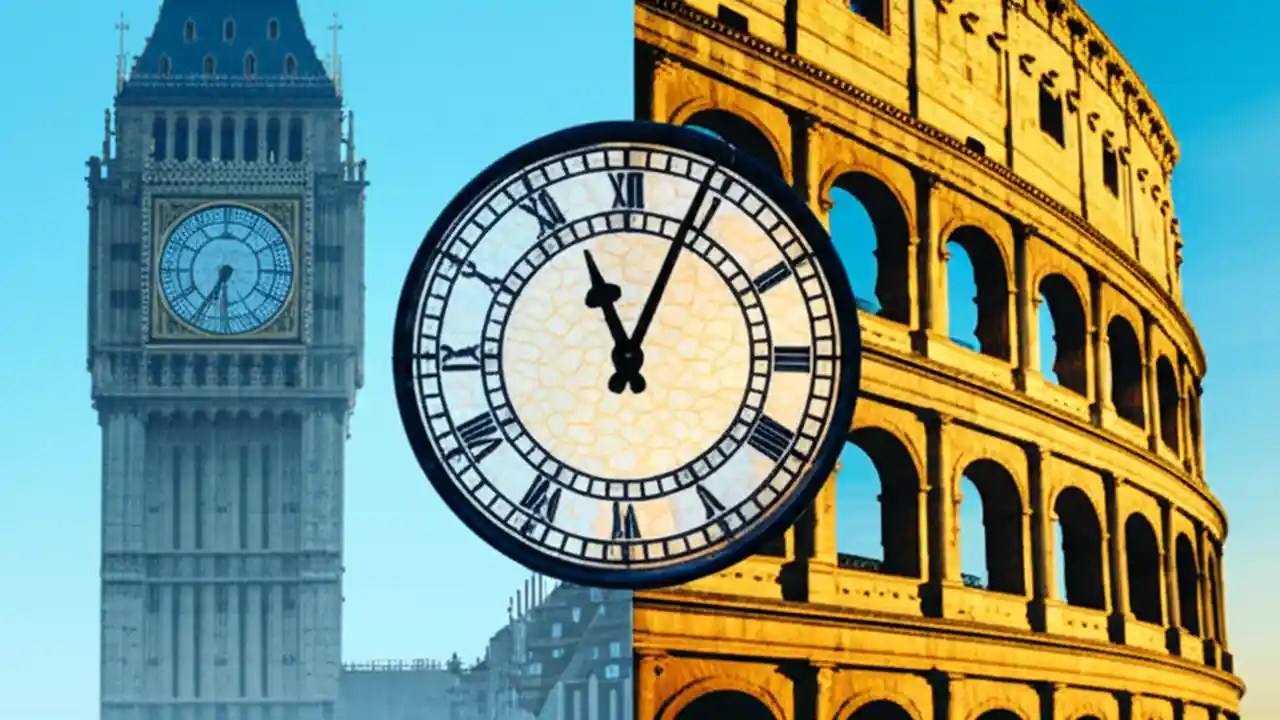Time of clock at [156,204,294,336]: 6:35
